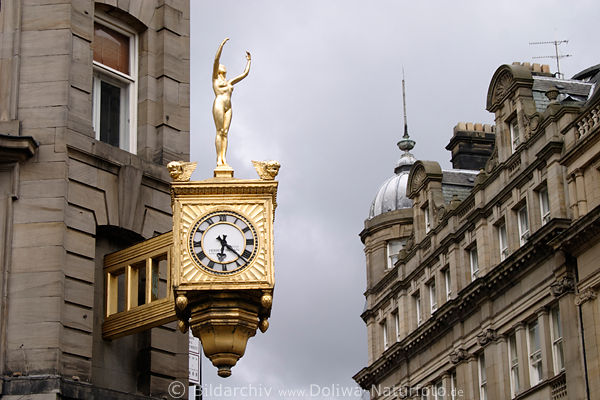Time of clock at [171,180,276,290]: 6:22
